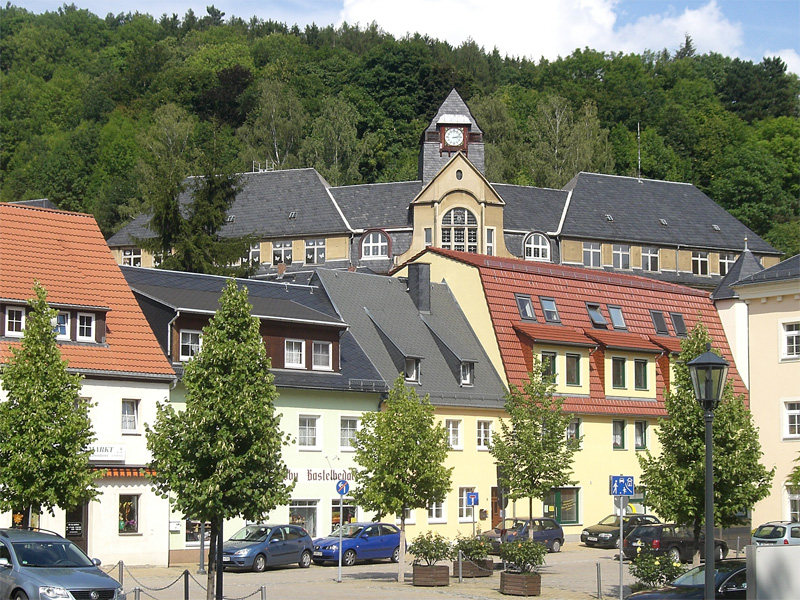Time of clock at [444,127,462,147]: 3:12
